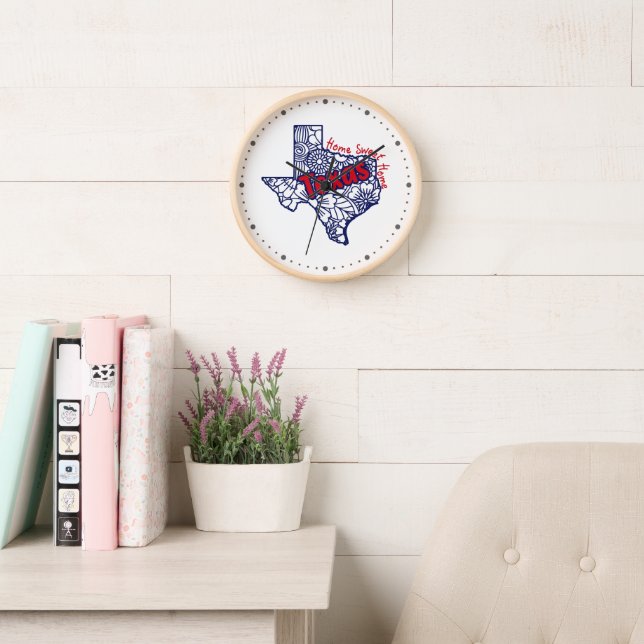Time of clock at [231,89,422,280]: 9:09
